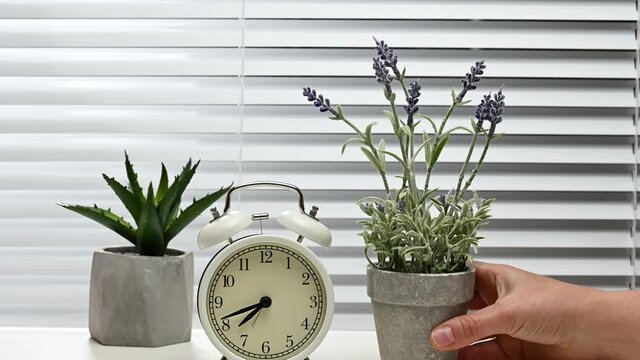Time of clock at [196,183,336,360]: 7:41
